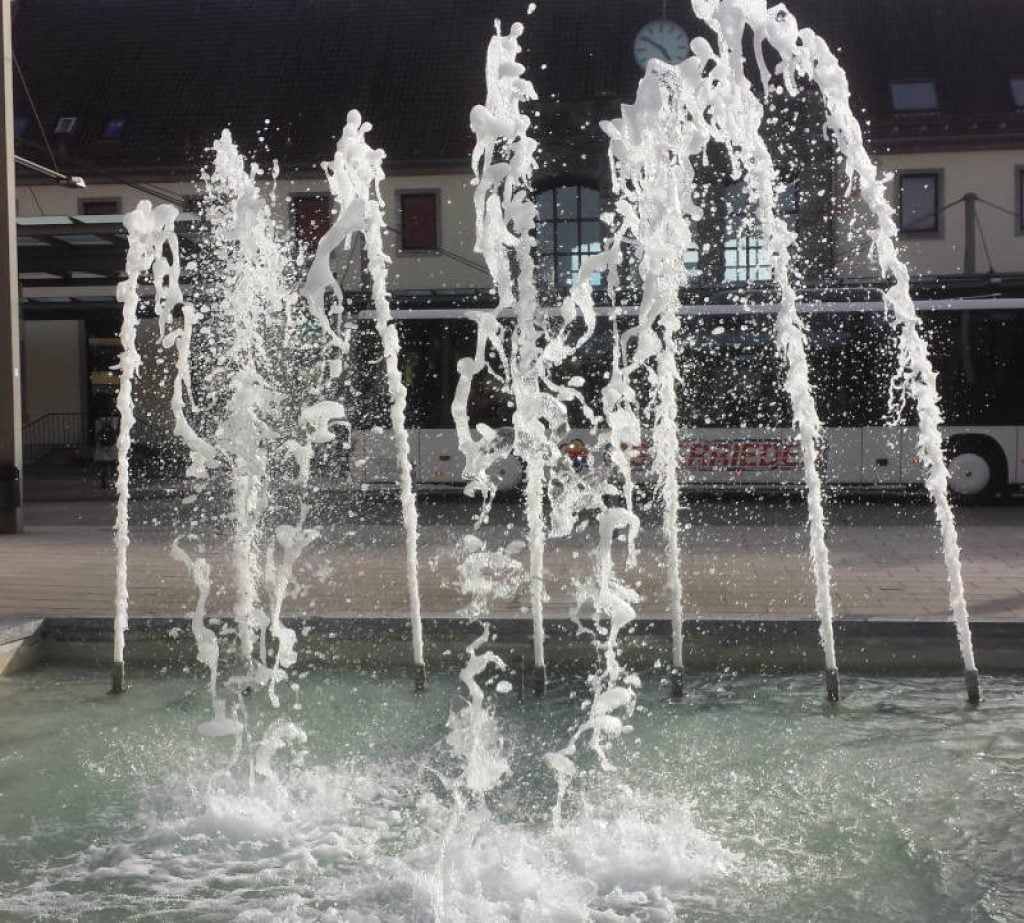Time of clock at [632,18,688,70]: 4:50
